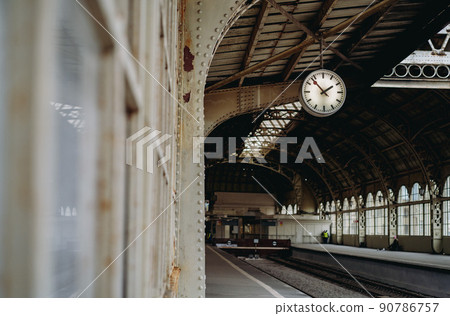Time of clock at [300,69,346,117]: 1:53
